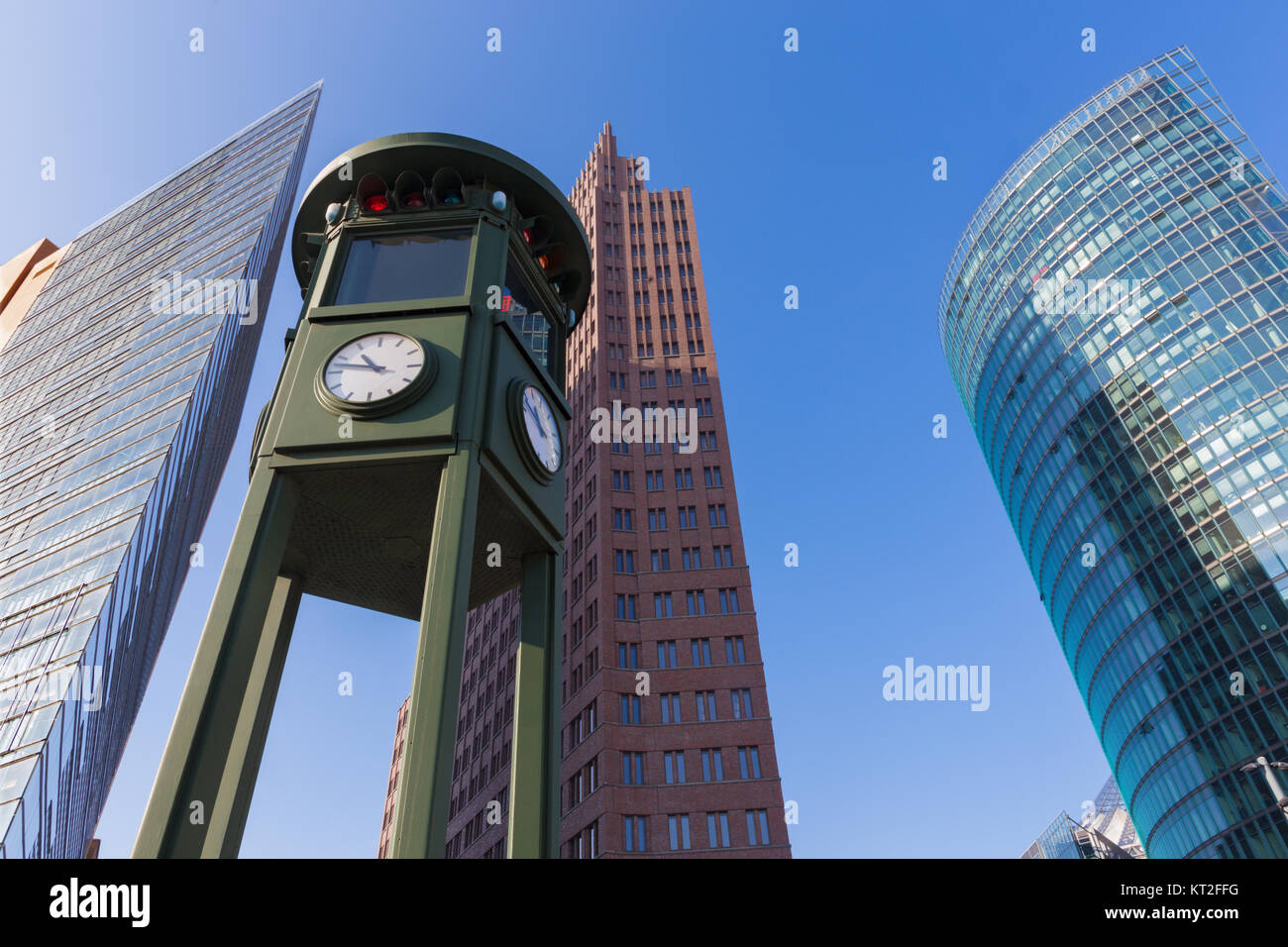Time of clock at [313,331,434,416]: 10:47
